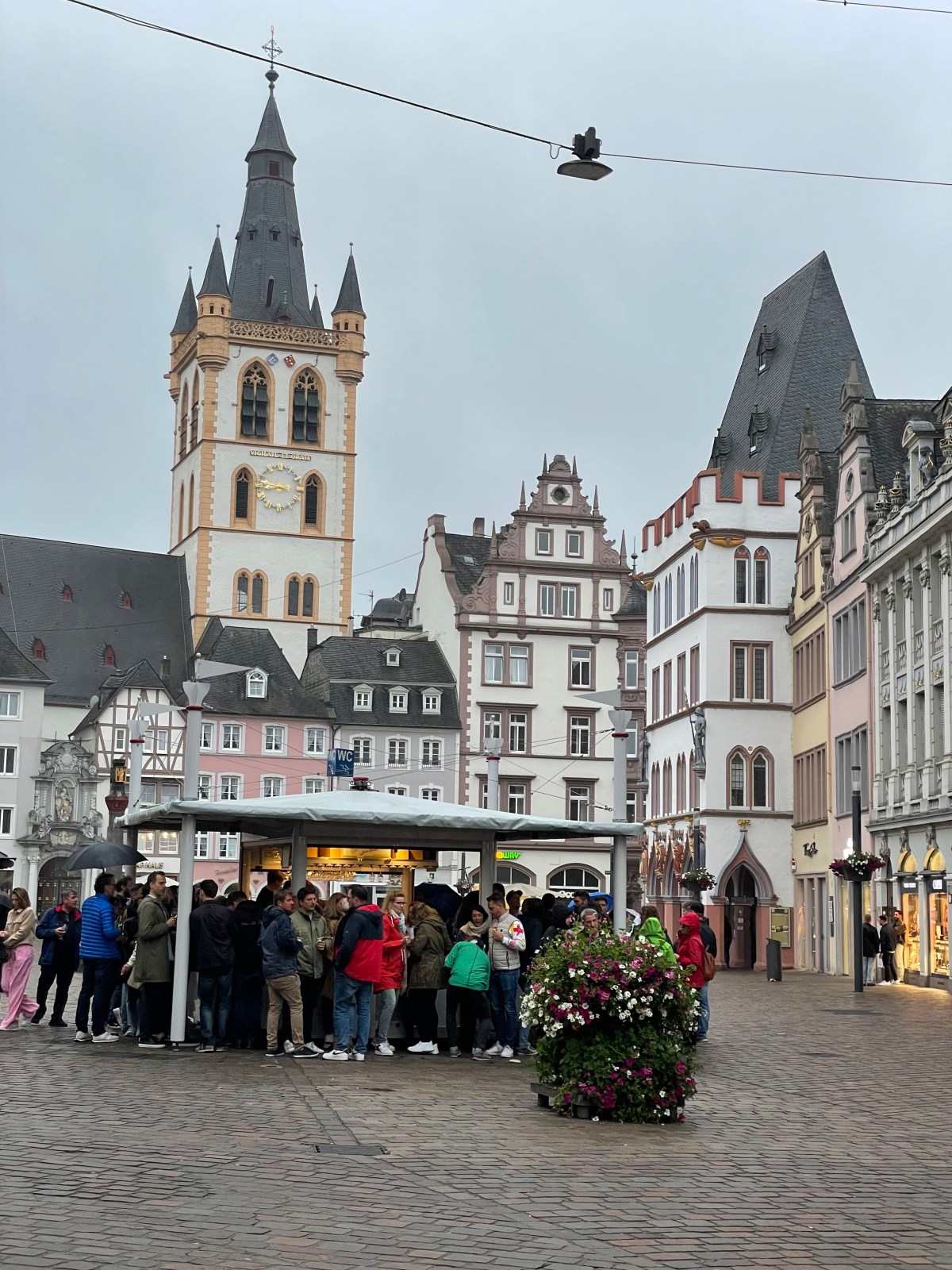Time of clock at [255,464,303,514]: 8:47
